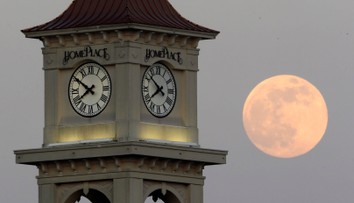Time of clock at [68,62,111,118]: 7:50
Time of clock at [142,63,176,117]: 7:52
